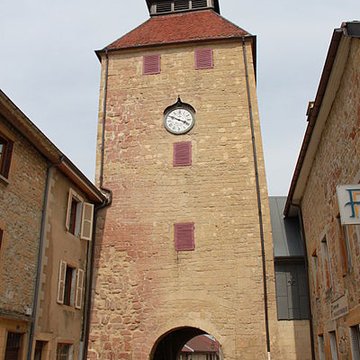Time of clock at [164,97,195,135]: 3:49
